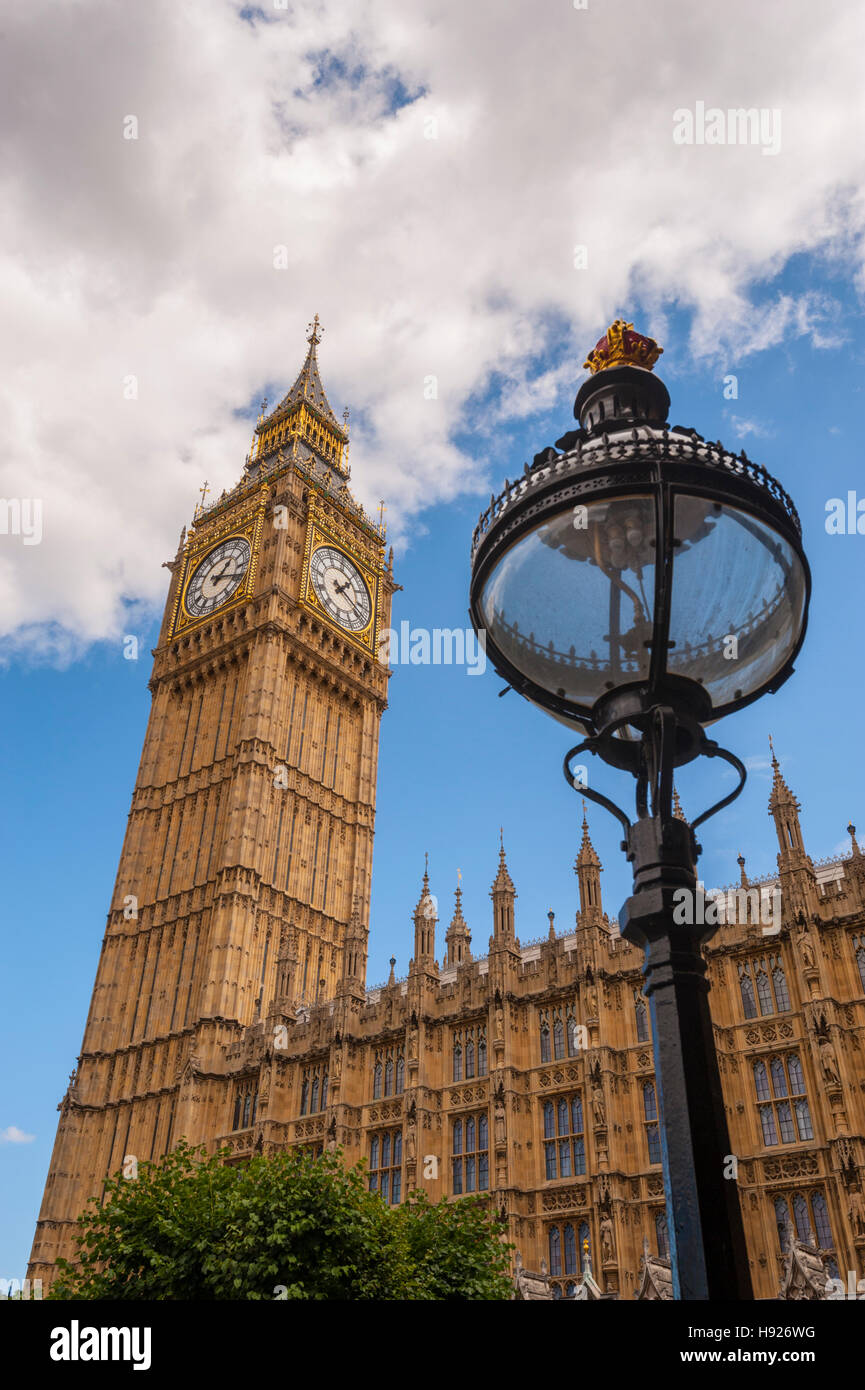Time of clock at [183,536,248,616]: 1:18
